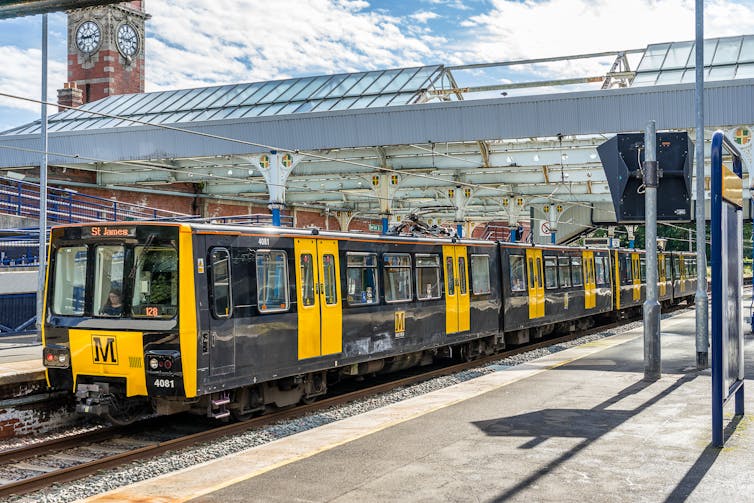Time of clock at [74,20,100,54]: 9:12
